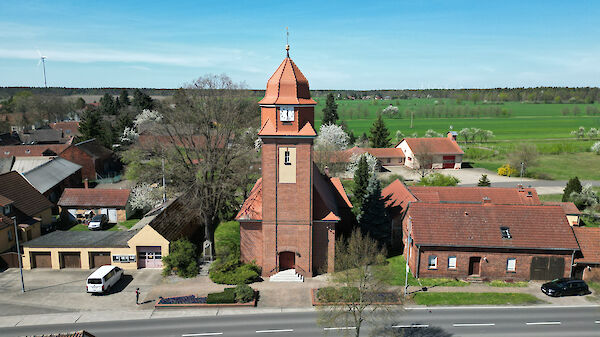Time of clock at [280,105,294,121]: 12:28
